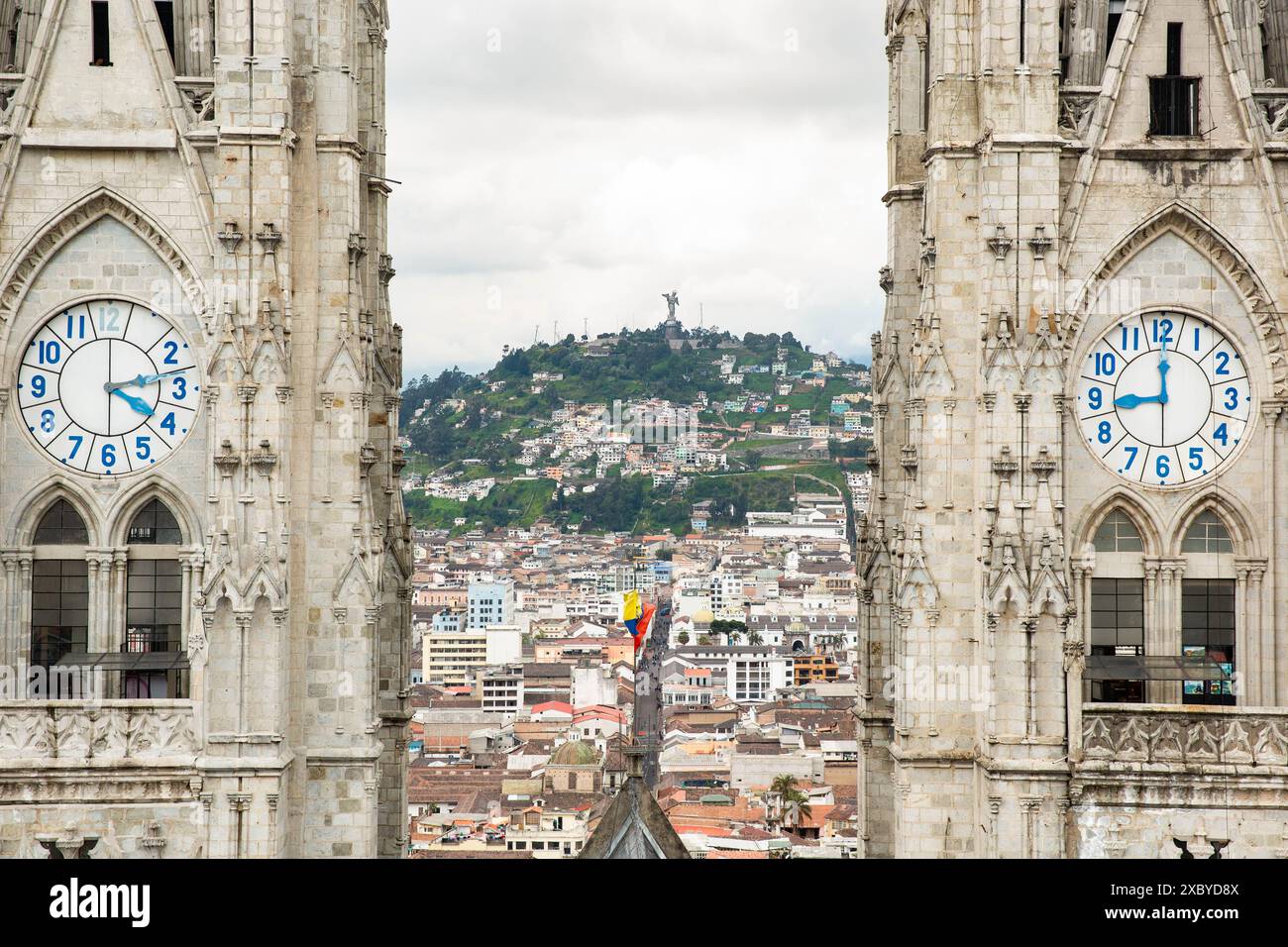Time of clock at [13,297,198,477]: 4:13
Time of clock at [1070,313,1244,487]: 9:00
